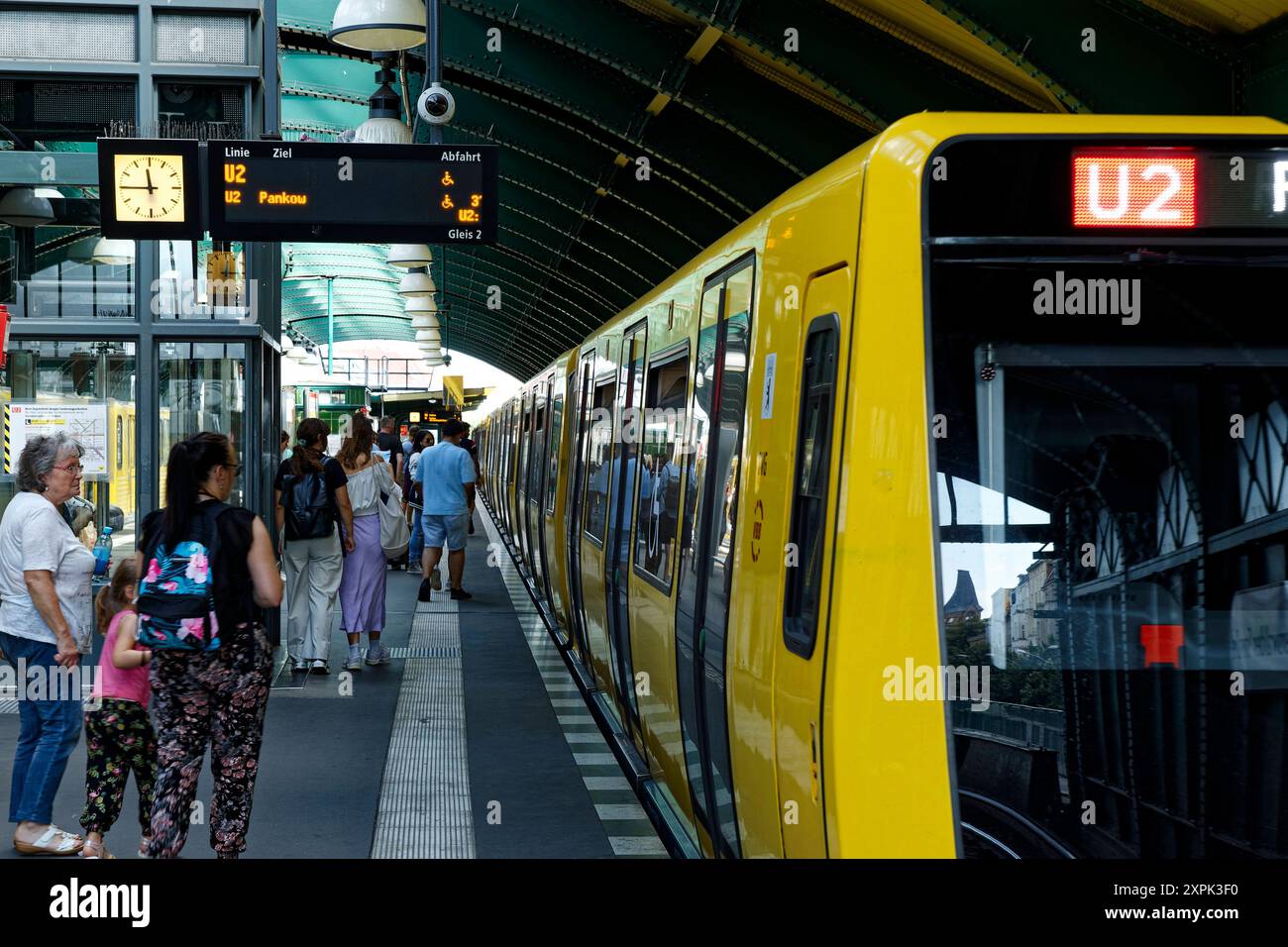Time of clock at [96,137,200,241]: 11:44
